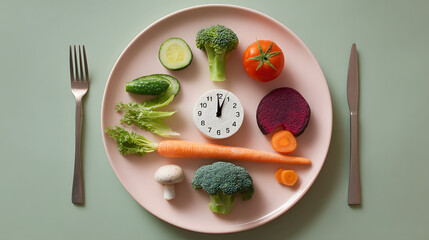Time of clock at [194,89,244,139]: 12:03
